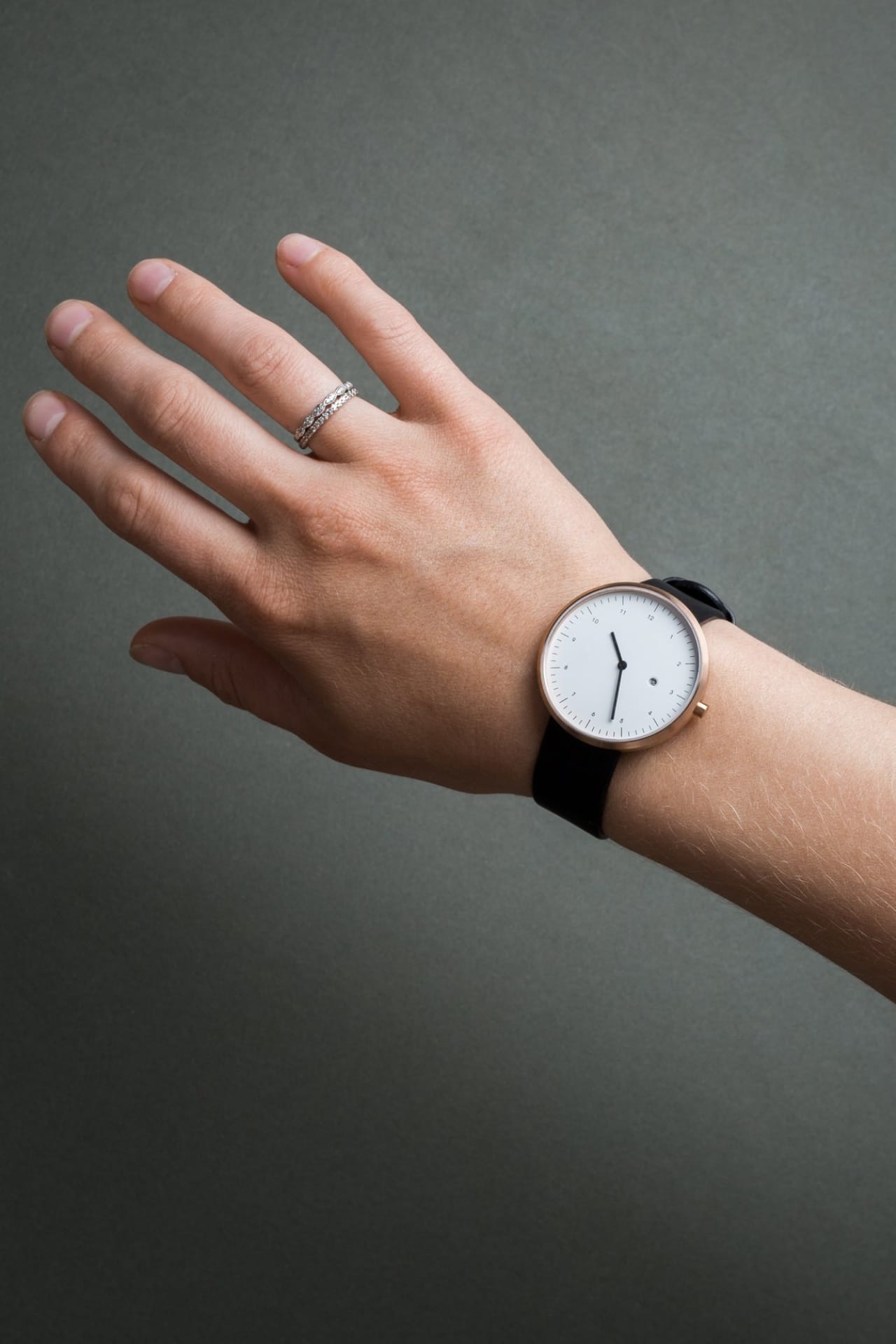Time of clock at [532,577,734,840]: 11:31
